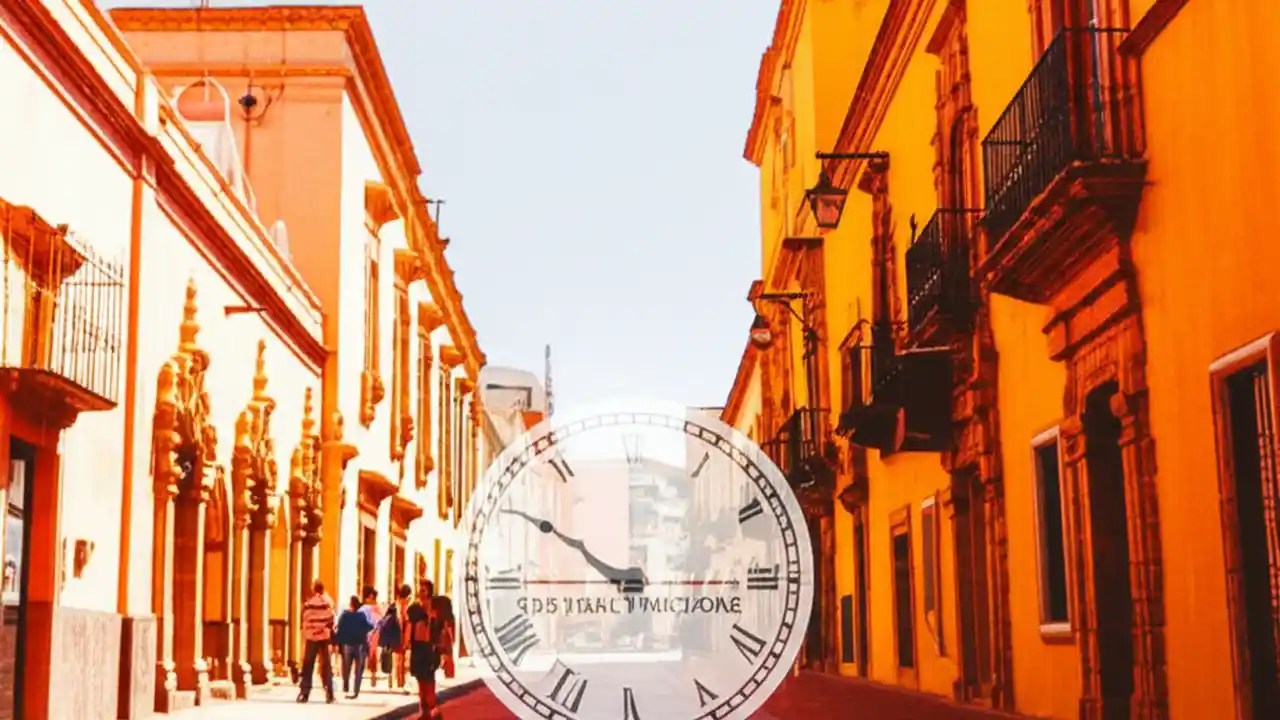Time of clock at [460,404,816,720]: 10:15
